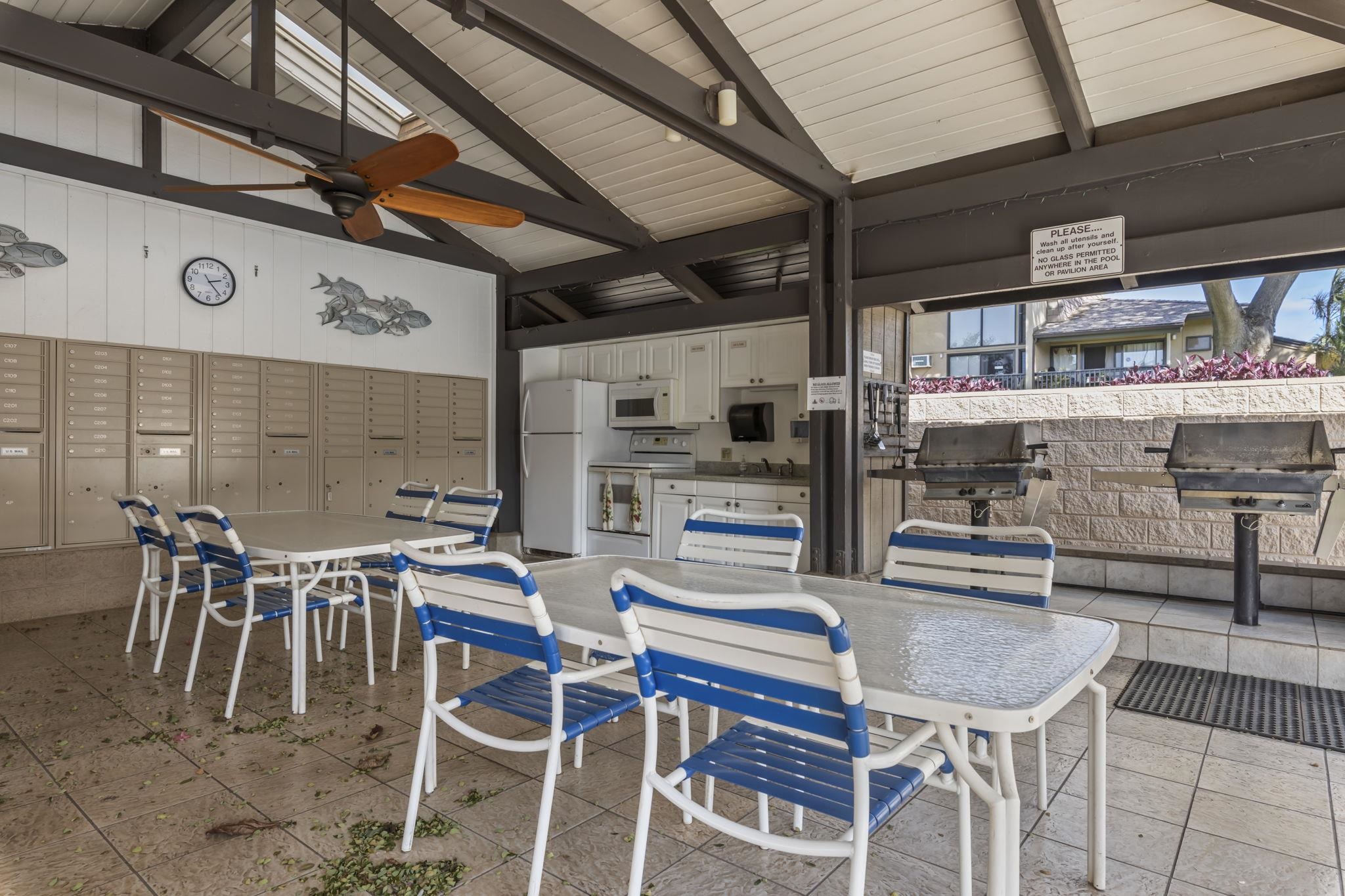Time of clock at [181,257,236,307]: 2:23
